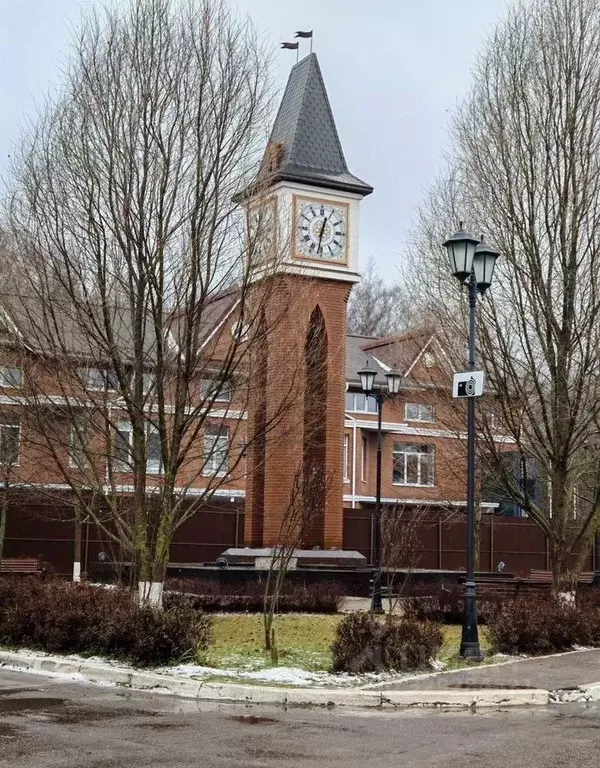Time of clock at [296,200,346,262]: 12:31
